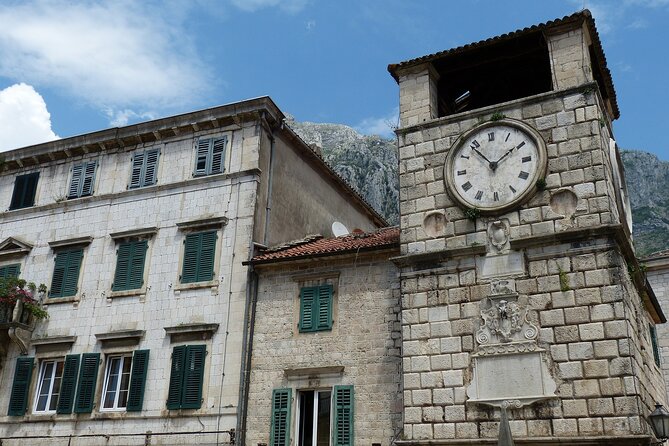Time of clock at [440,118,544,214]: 1:53
